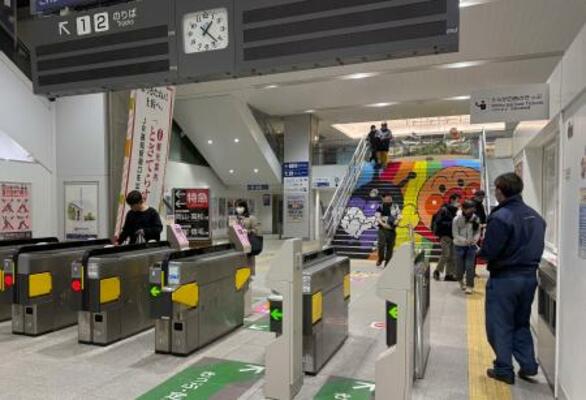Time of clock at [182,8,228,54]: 1:22
